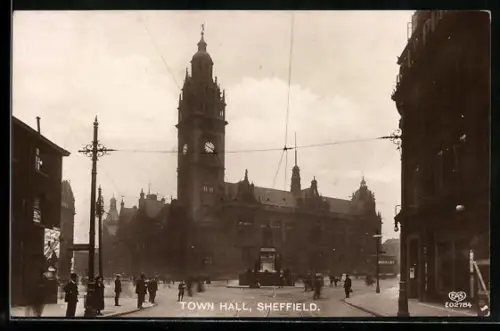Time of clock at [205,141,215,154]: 3:48
